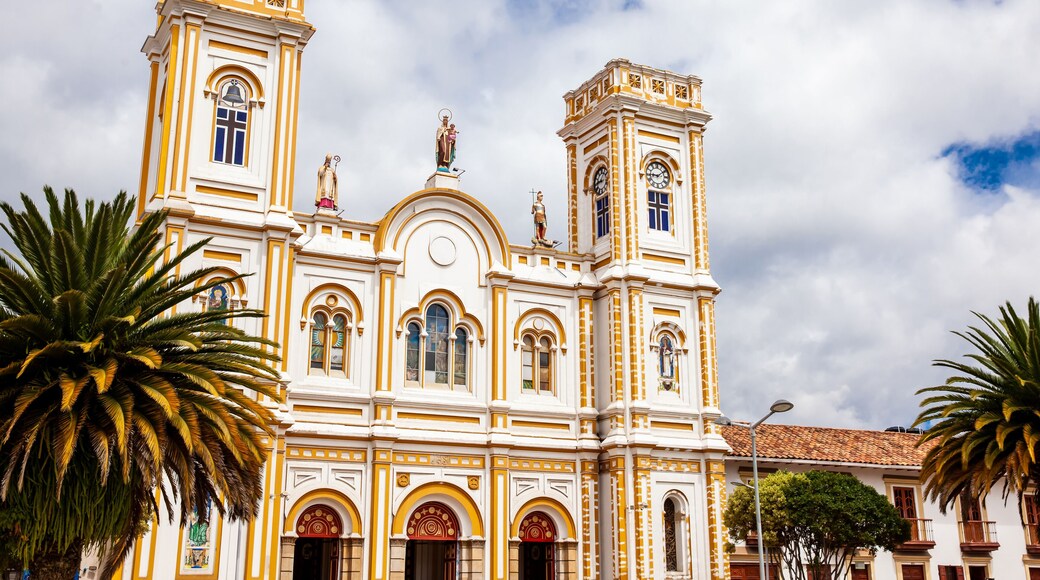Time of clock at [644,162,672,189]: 9:09
